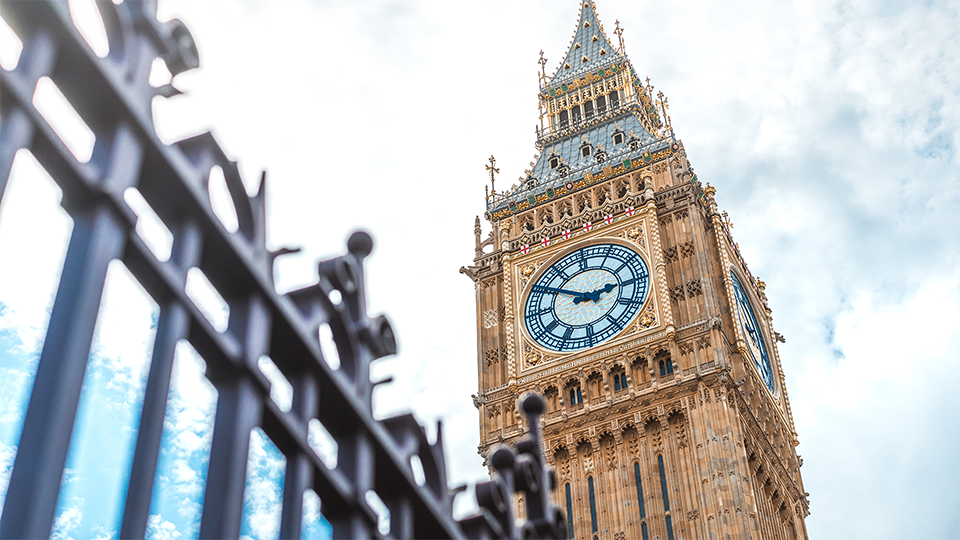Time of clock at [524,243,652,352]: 2:50
